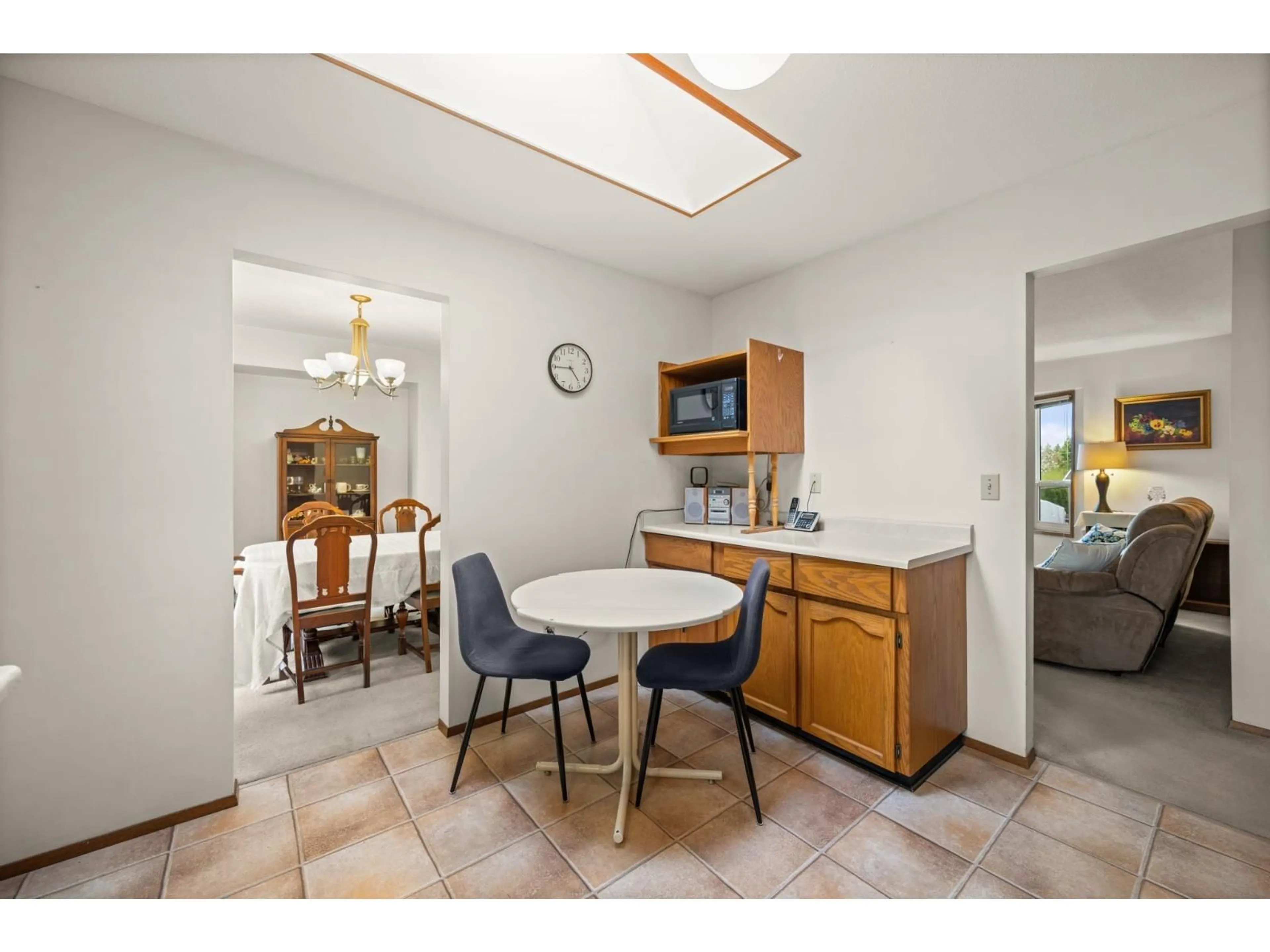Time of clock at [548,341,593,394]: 4:45
